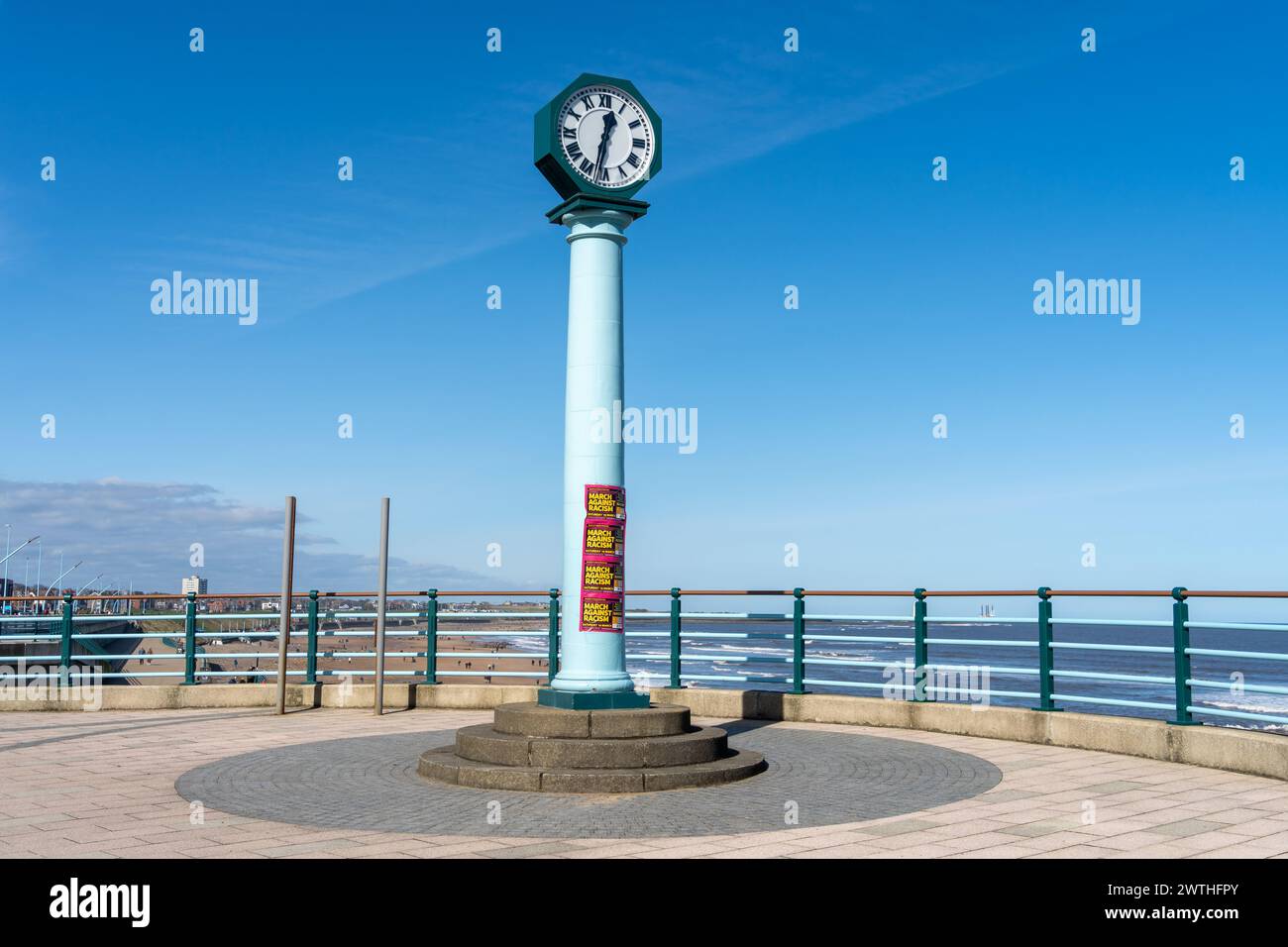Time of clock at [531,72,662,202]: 12:32
